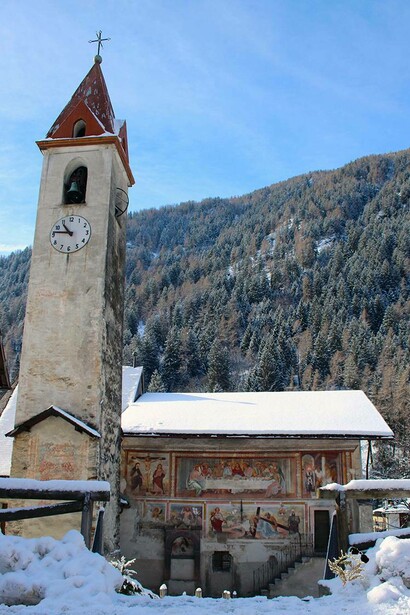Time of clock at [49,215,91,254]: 10:46
